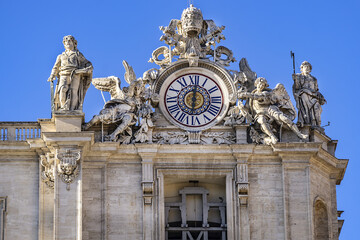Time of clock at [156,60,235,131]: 6:01
